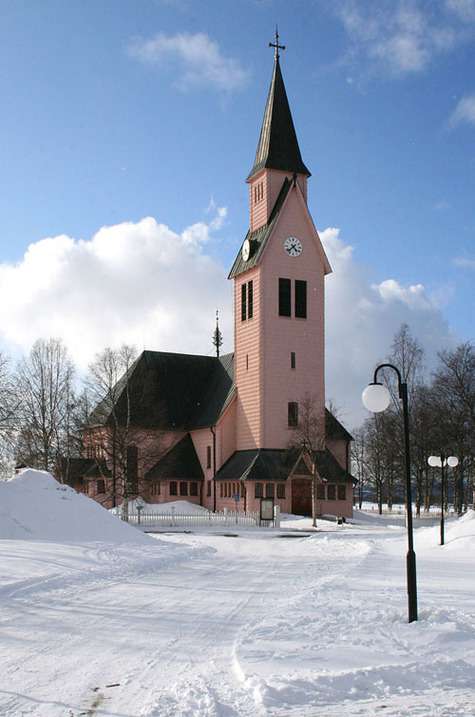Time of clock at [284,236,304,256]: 4:37
